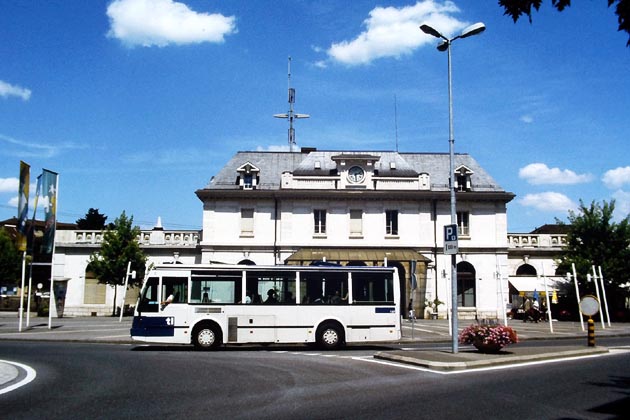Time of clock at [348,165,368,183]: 2:29
